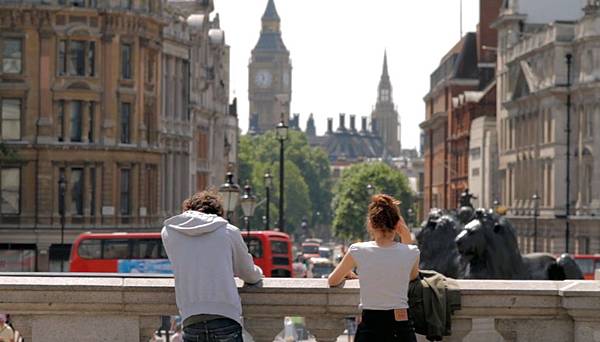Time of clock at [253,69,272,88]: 11:33
